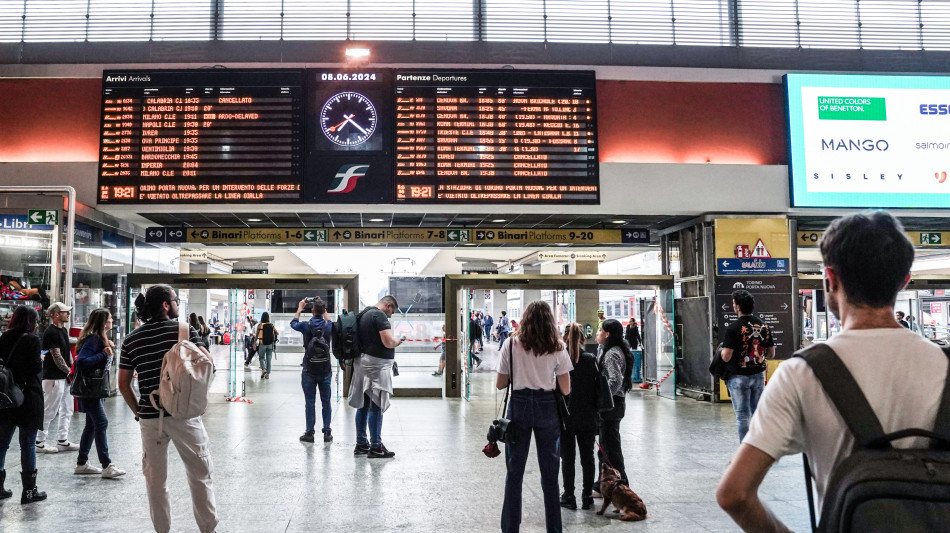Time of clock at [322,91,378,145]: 7:21
